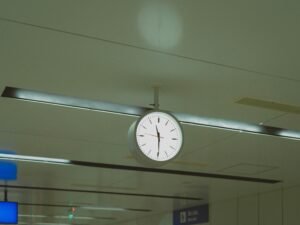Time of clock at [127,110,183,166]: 11:29
